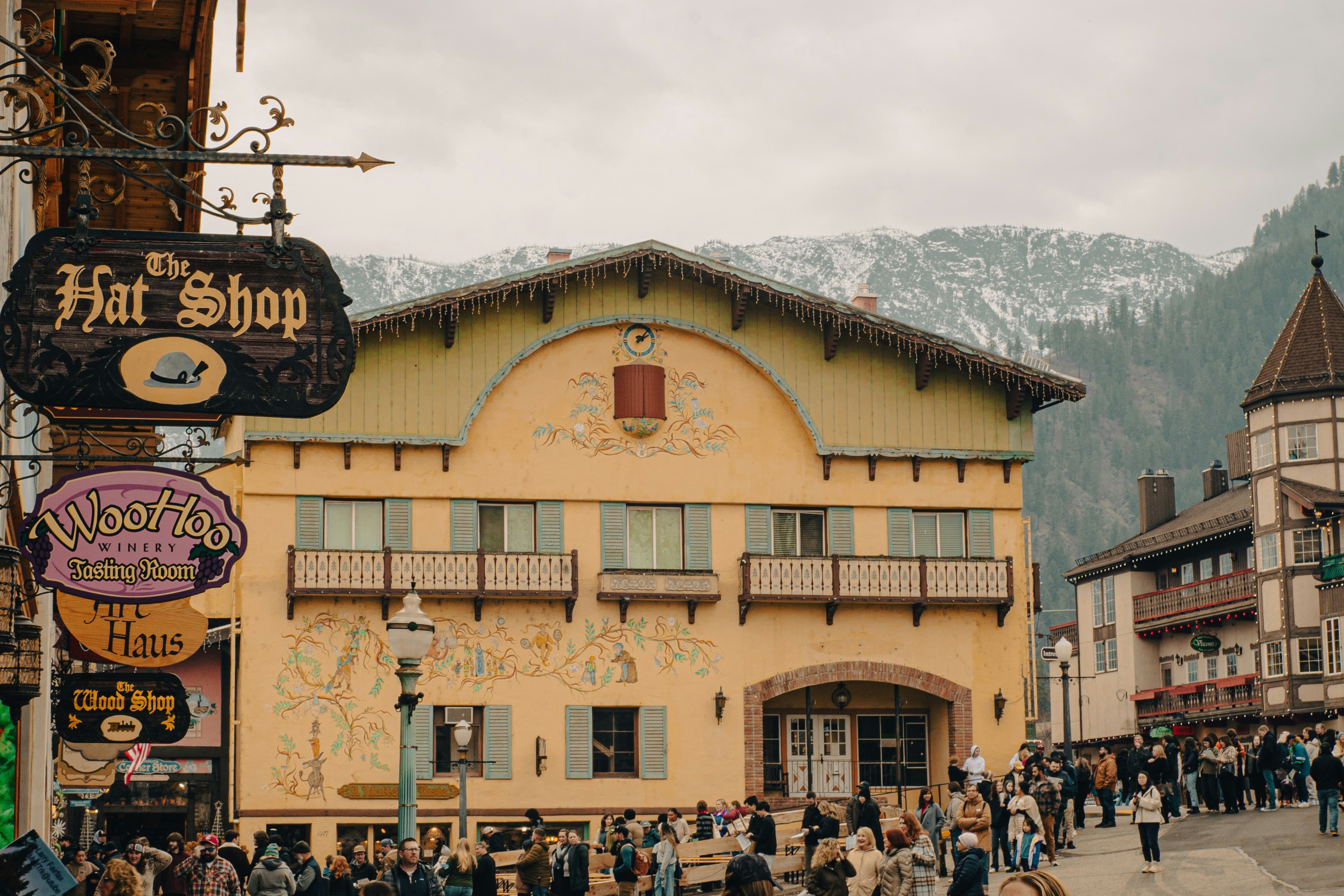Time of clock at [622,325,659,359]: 2:06
